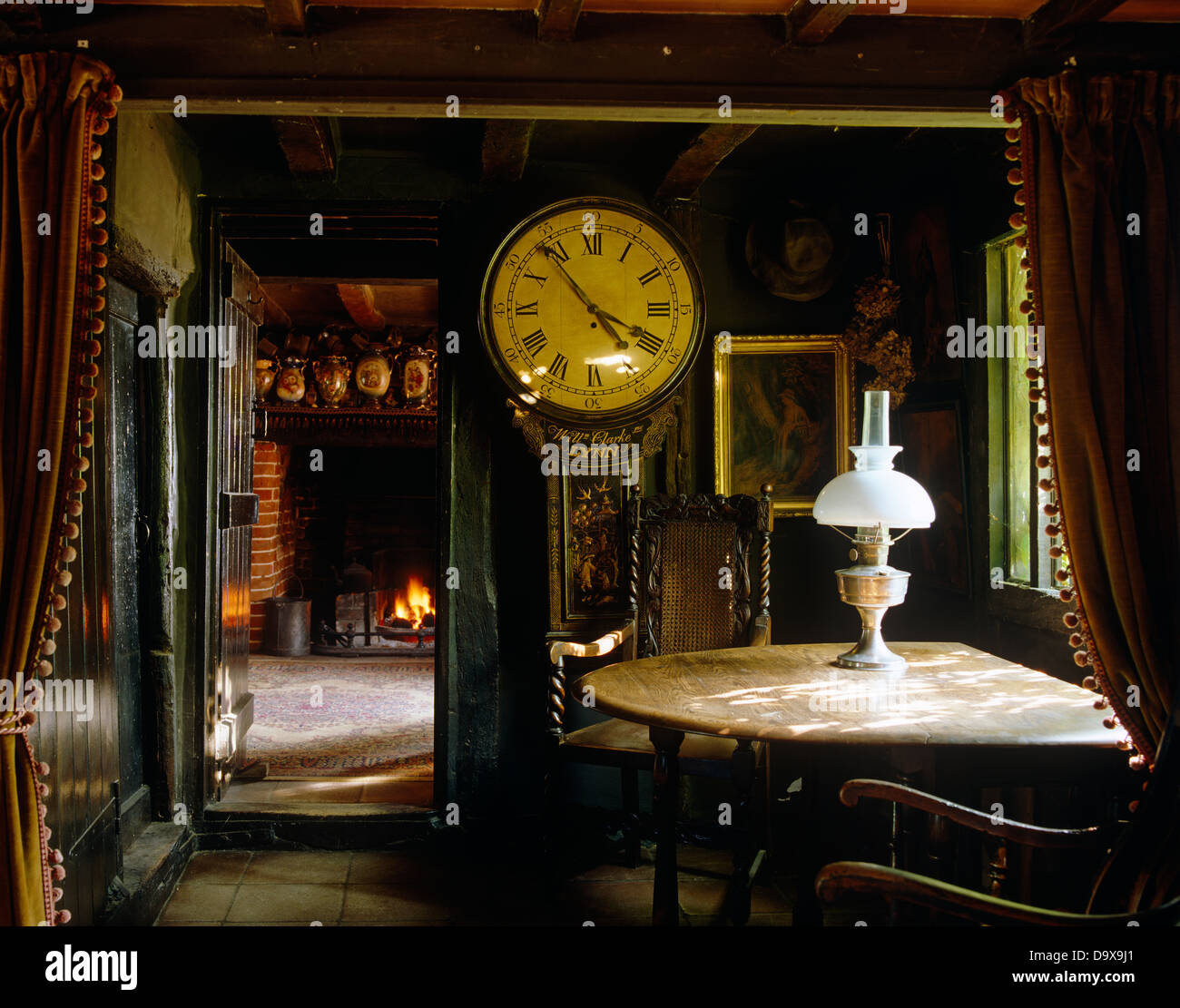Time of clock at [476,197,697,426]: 3:53
